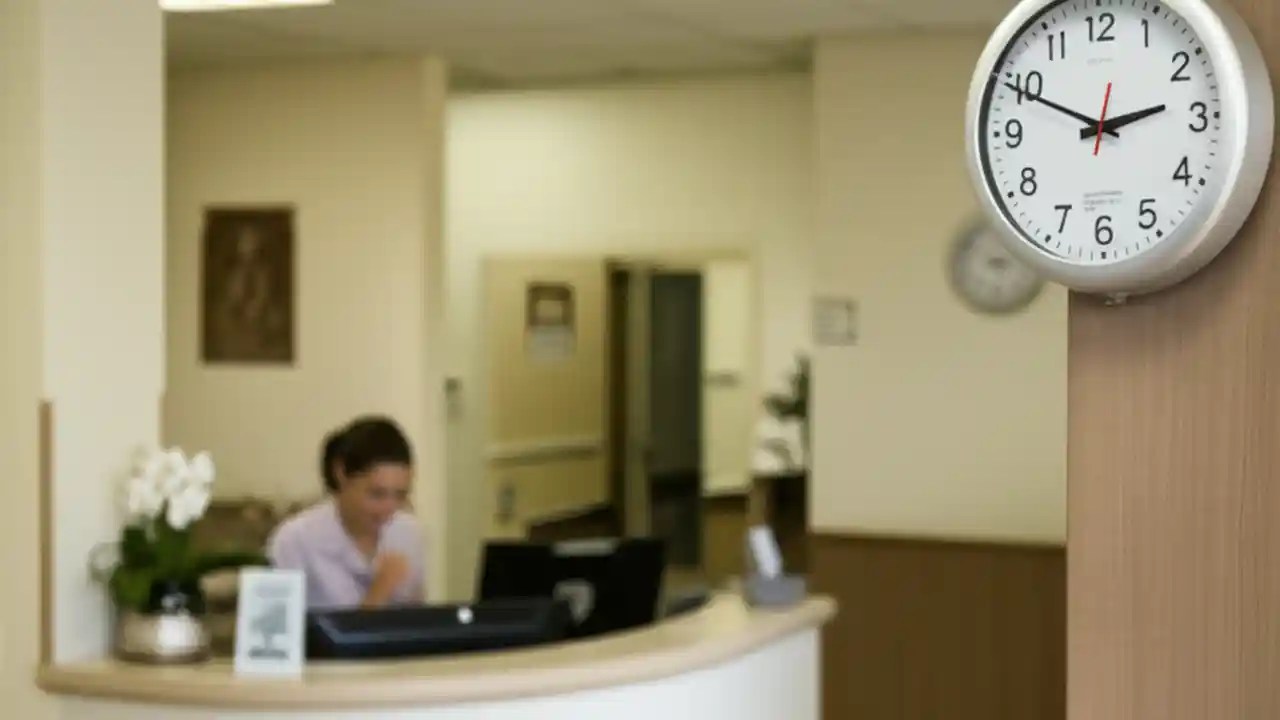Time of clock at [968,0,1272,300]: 2:49
